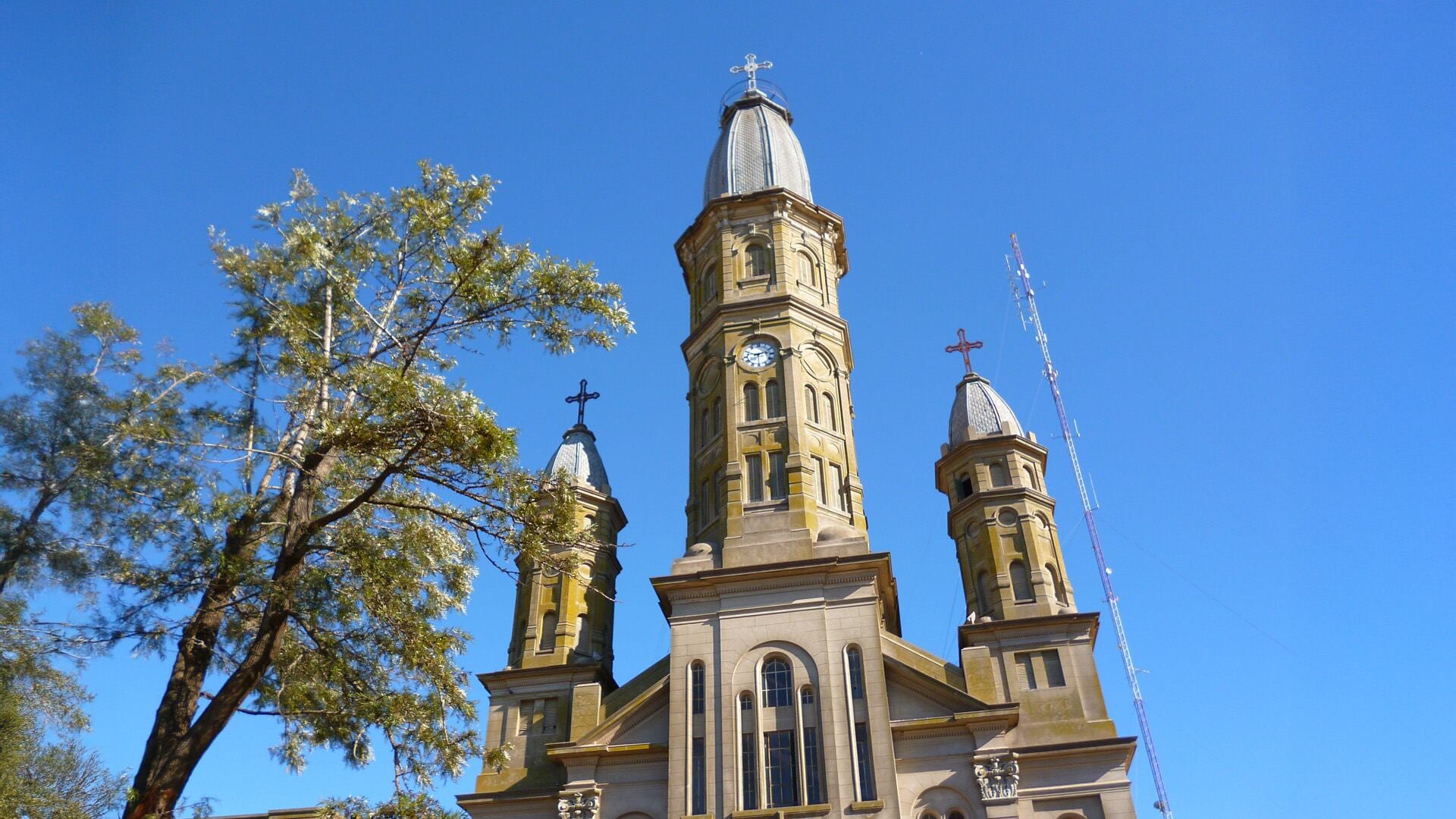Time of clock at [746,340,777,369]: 9:12
